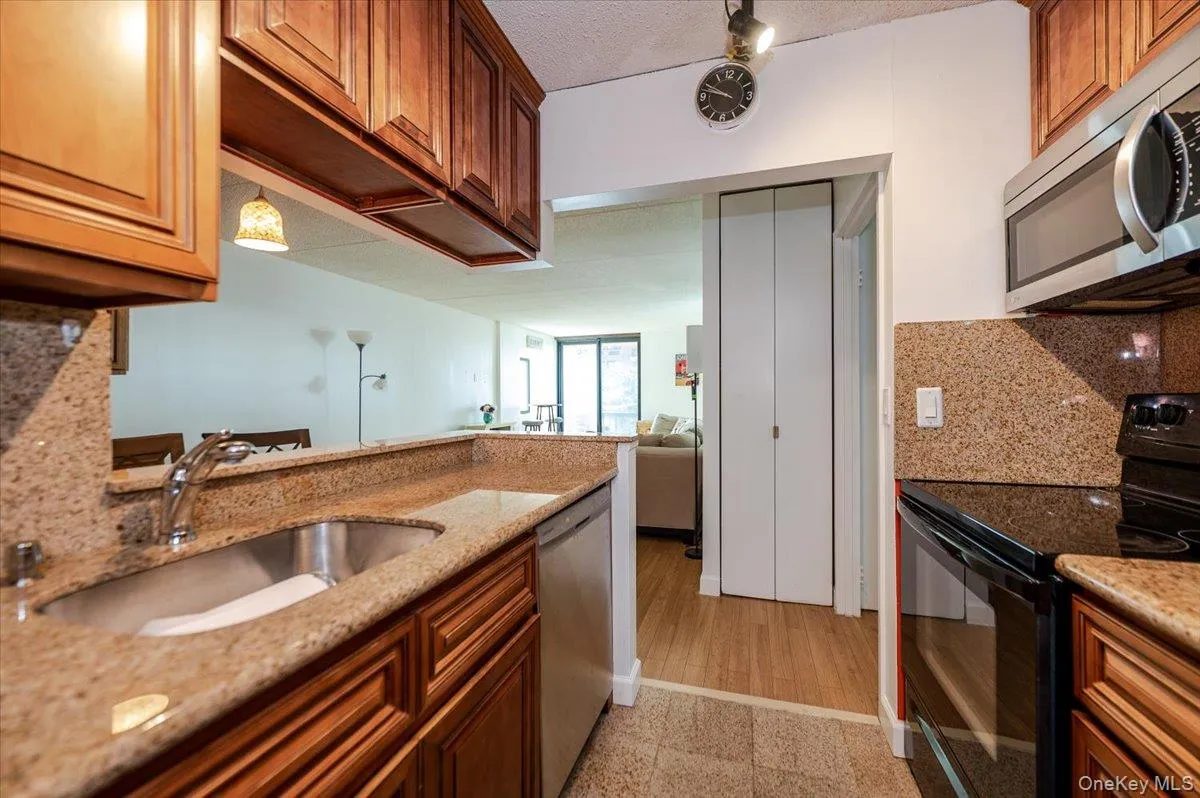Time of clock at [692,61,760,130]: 9:47
